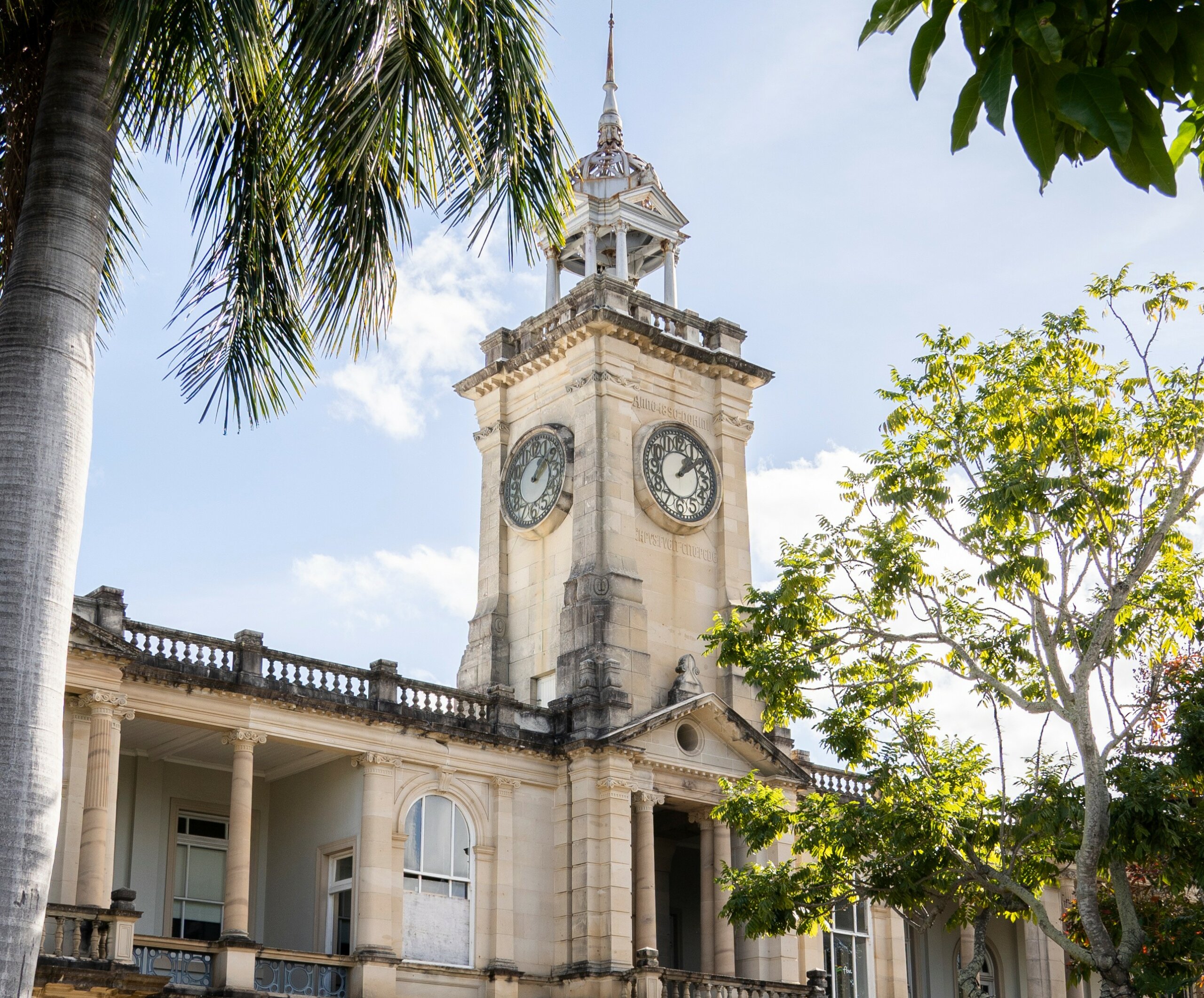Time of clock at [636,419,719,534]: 1:09
